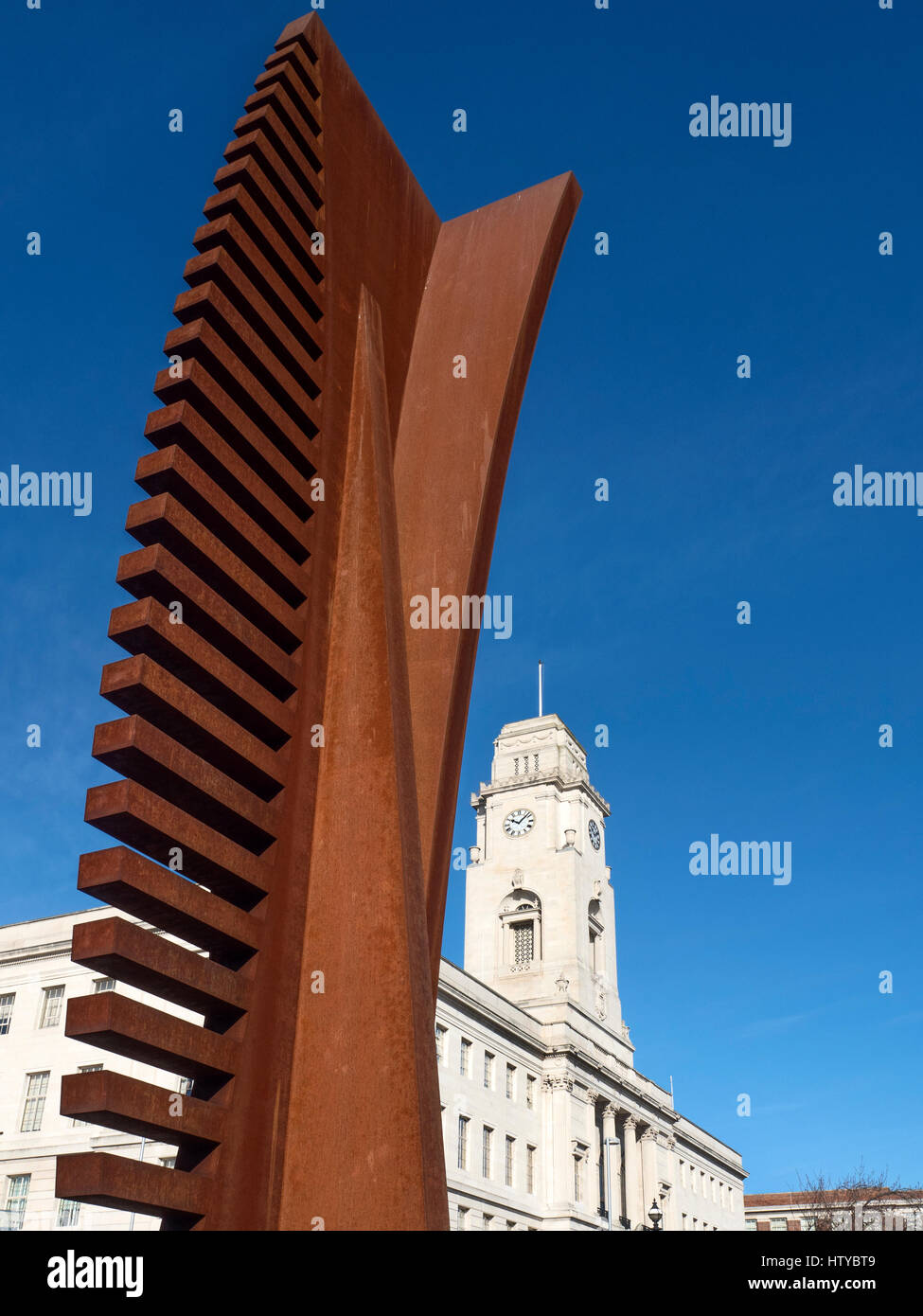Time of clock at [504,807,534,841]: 10:07
